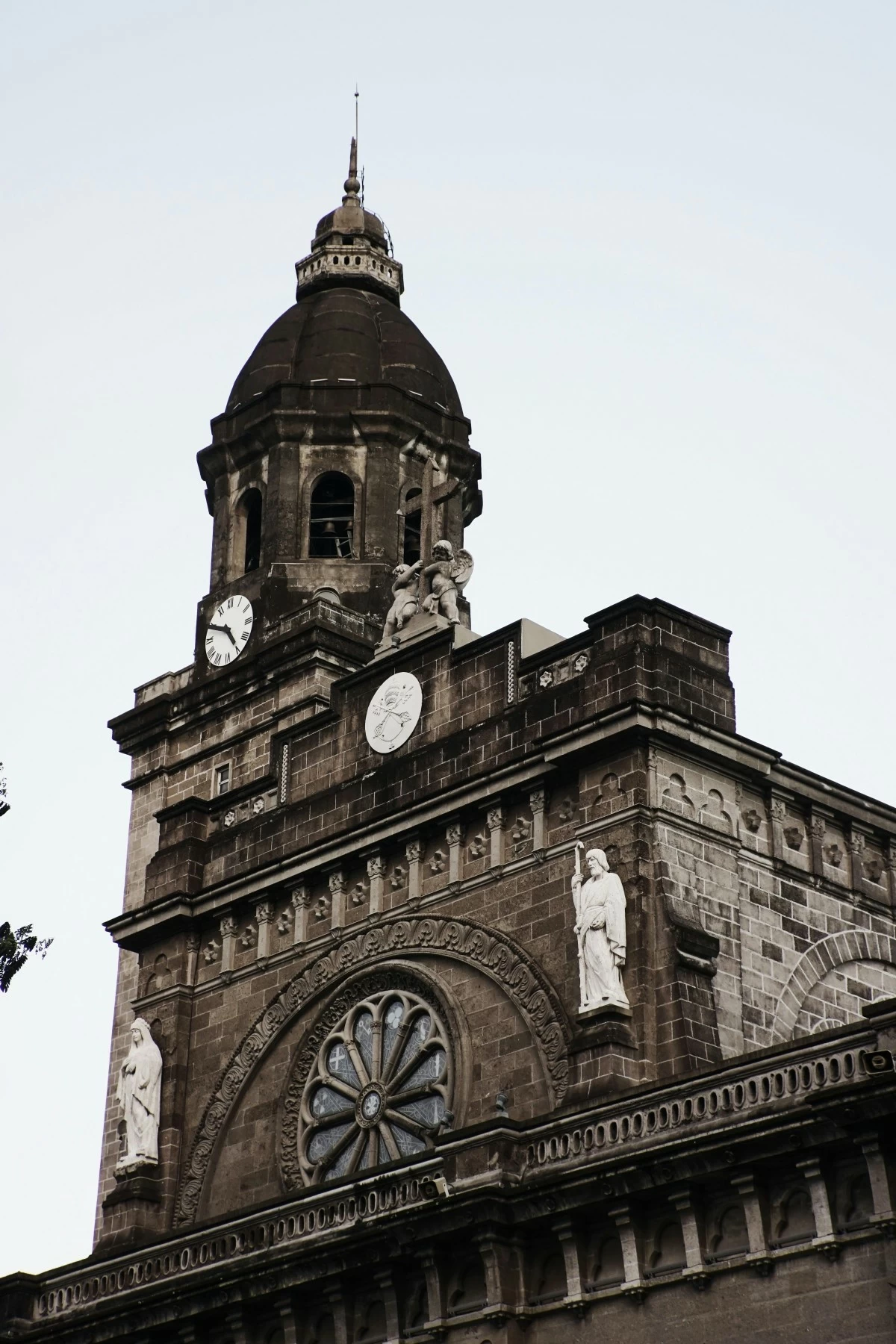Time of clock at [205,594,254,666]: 4:49
